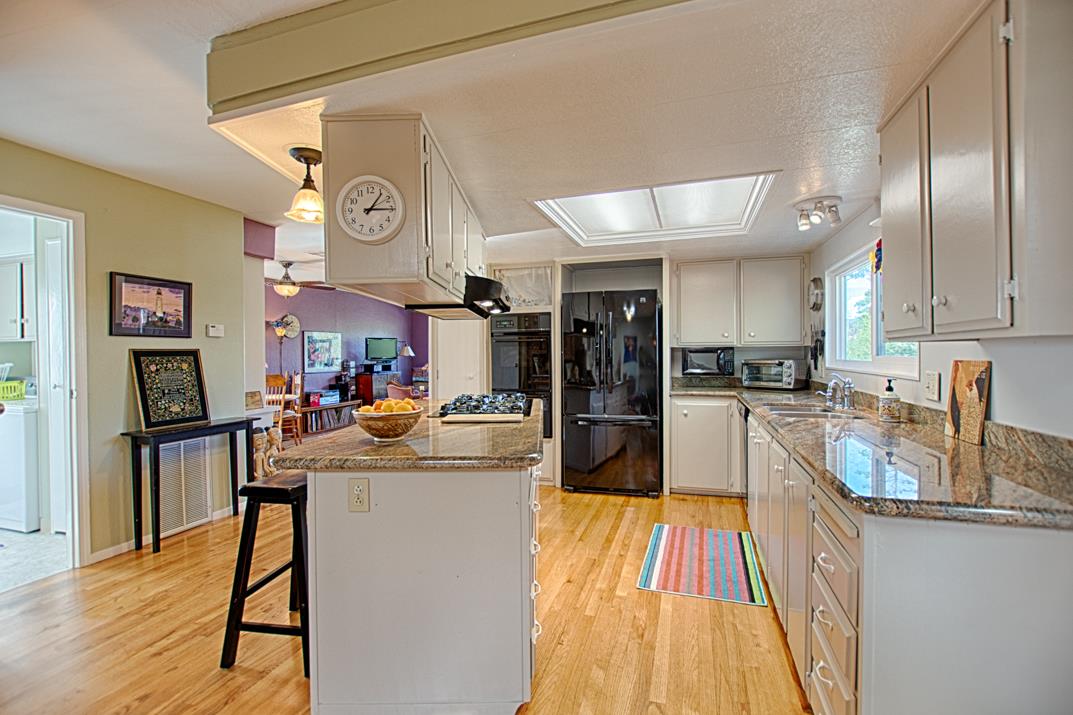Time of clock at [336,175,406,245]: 1:14
